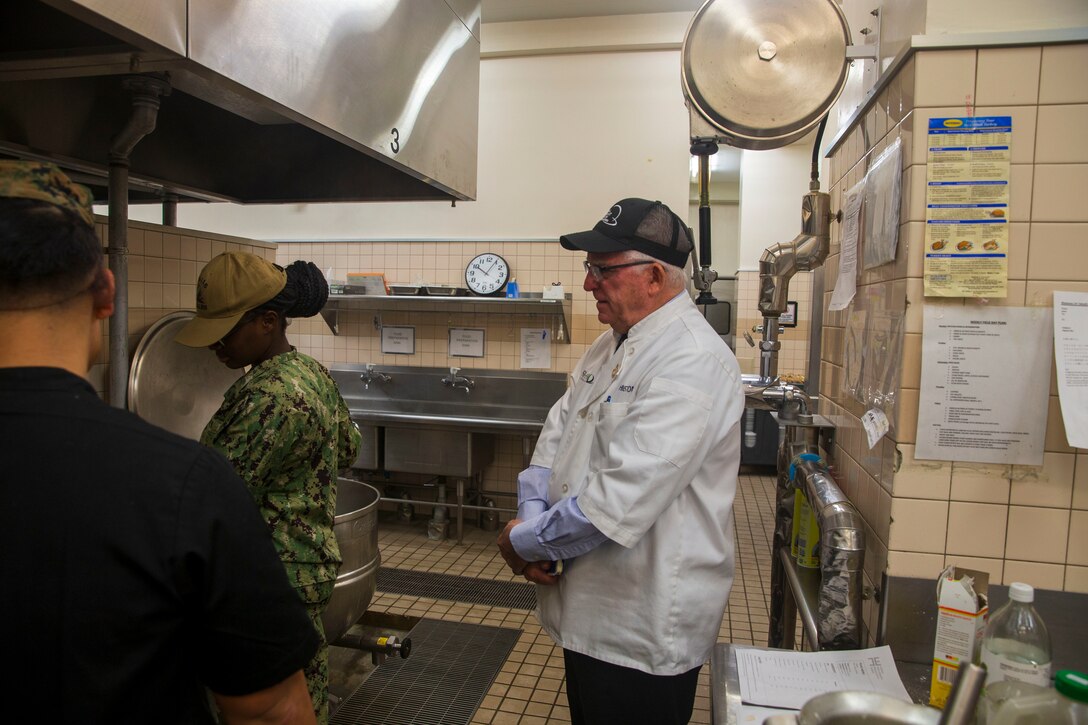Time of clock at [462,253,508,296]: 10:04
